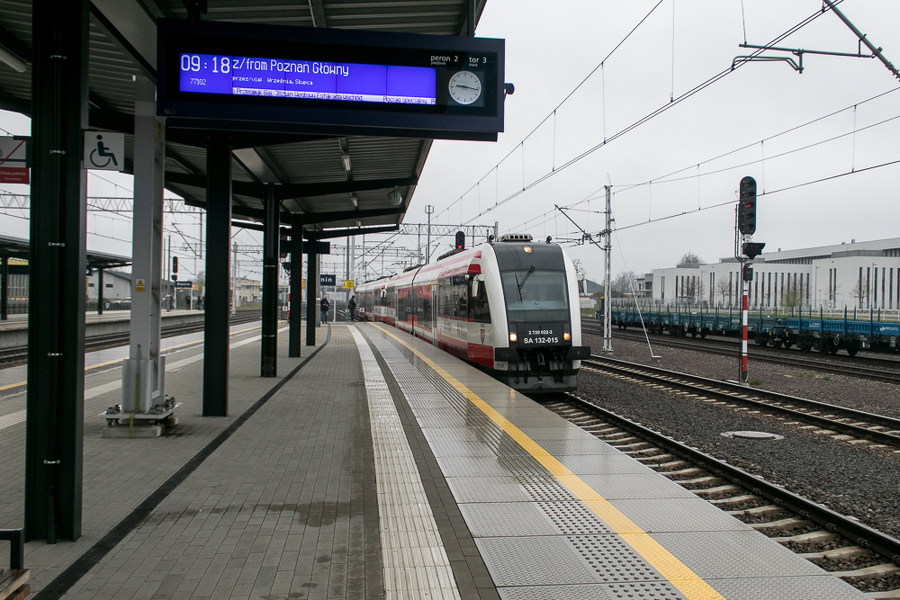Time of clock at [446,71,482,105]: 9:16
